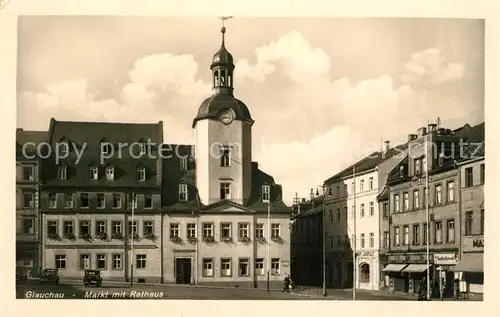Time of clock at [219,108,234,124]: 8:16
